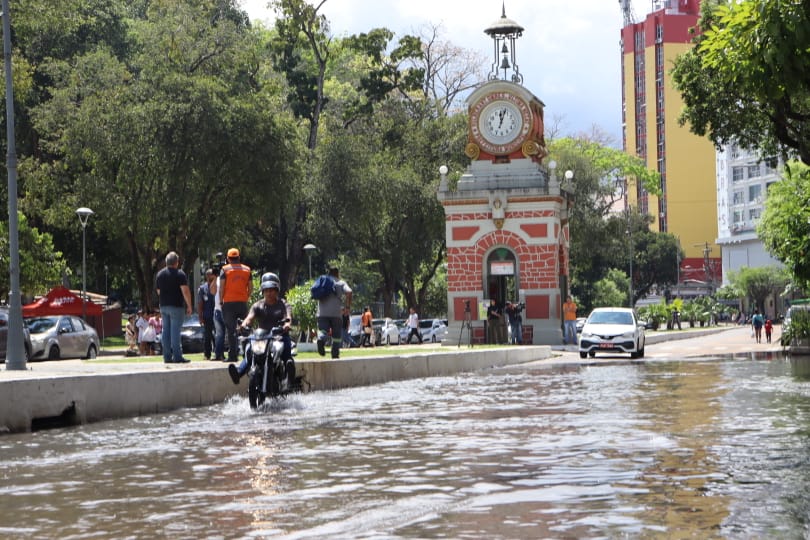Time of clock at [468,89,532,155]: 12:03
